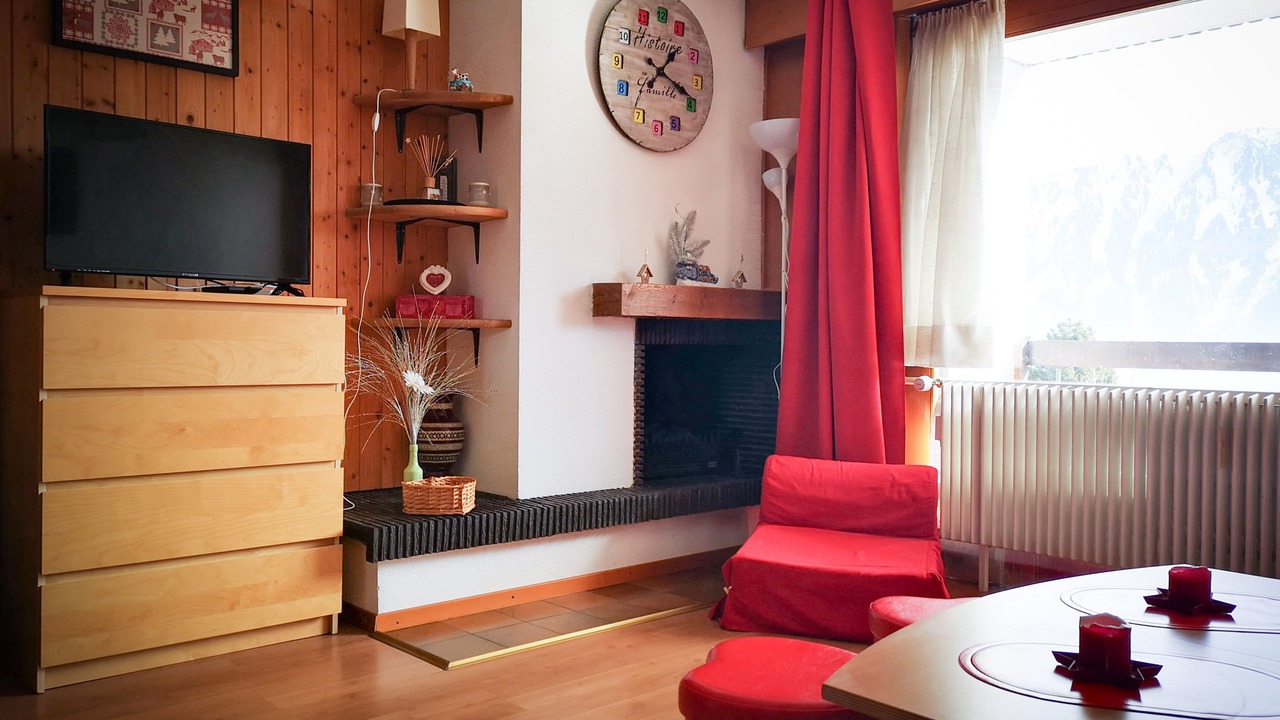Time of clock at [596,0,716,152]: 1:18
